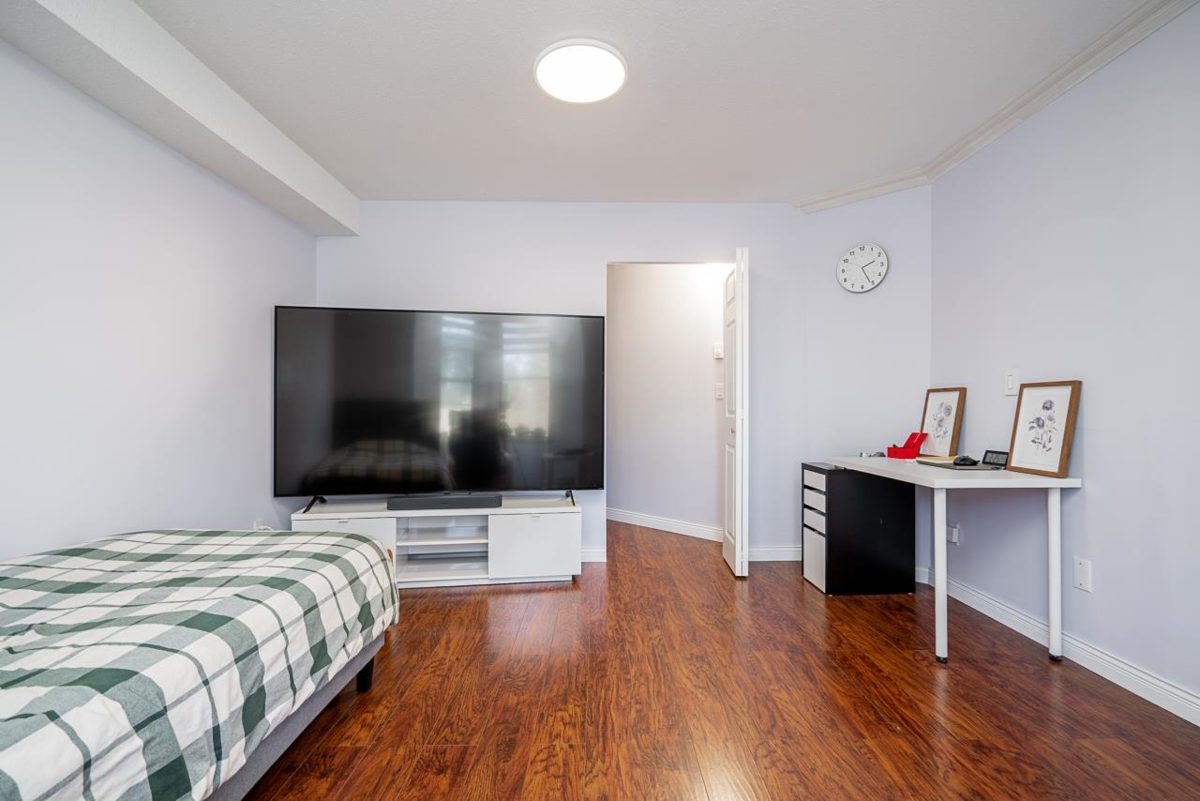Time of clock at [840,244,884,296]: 2:26
